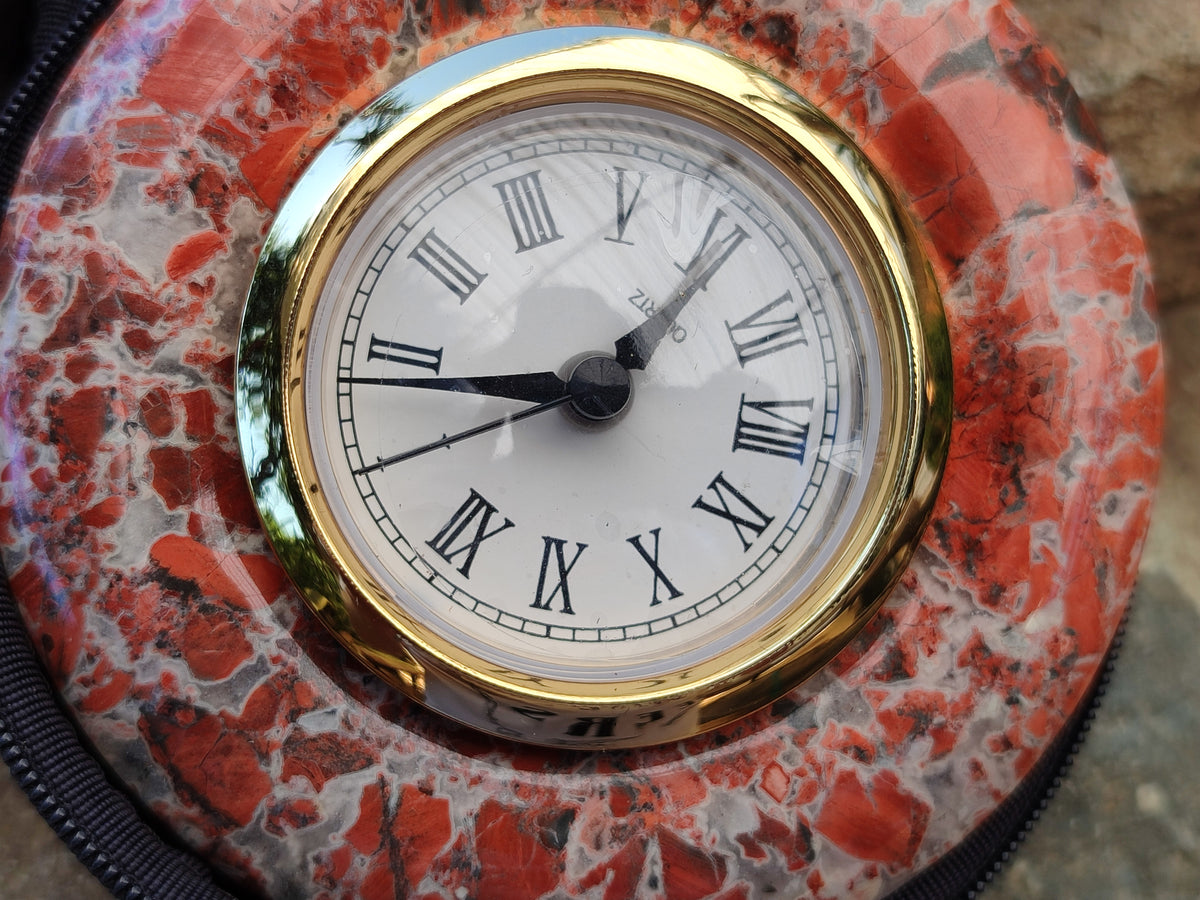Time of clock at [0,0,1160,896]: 1:43
